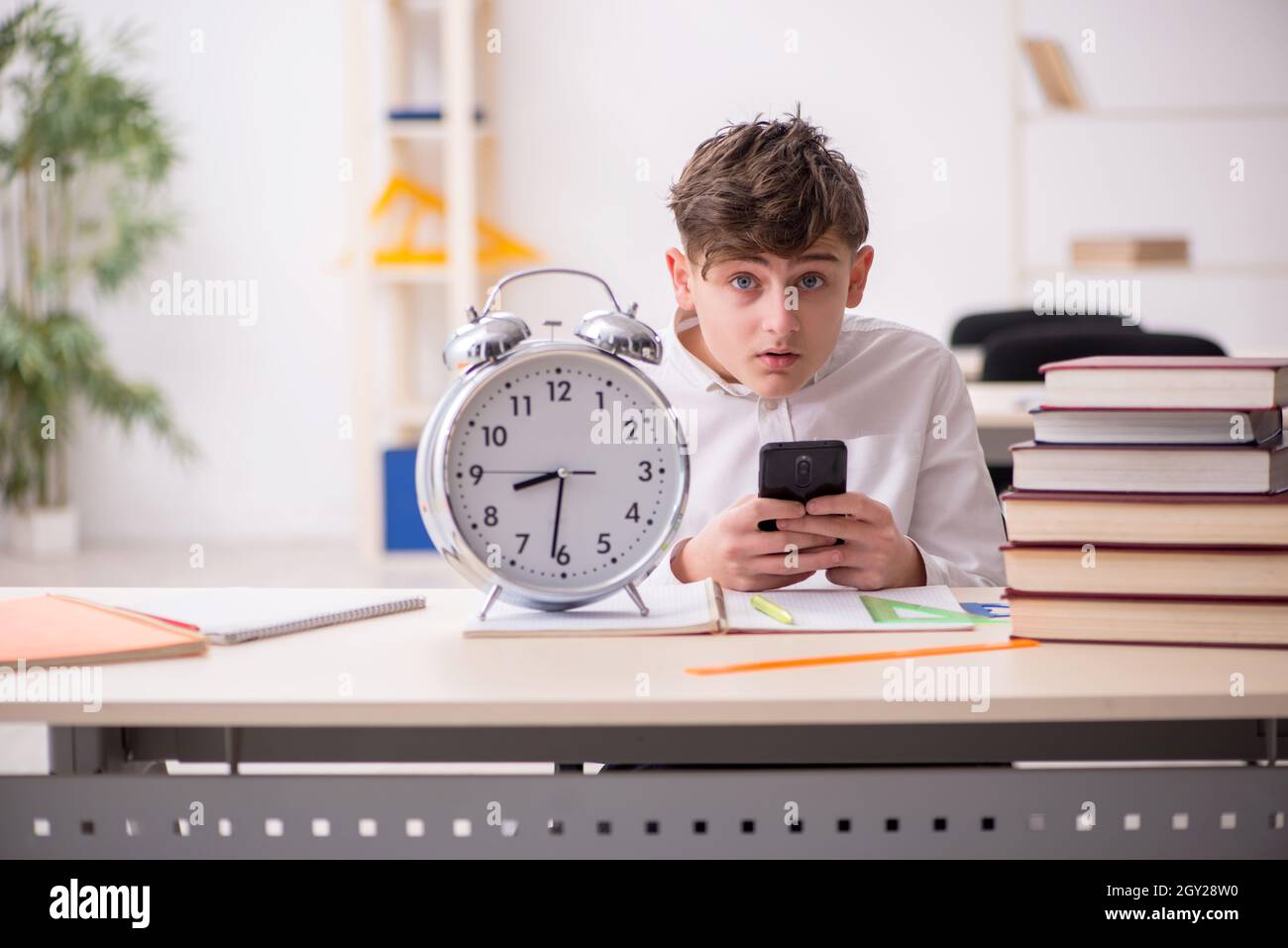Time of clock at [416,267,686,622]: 8:31
